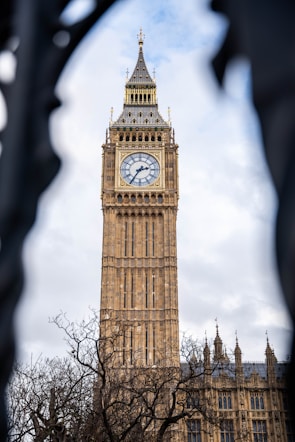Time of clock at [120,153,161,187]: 2:35
